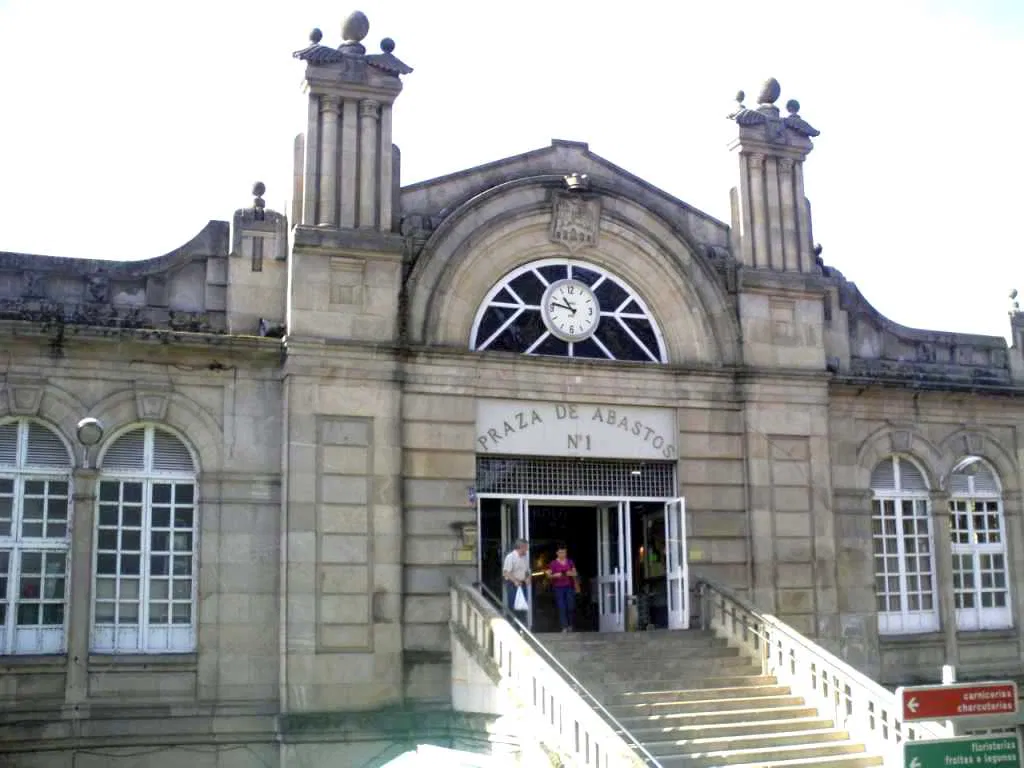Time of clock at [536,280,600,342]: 10:47
